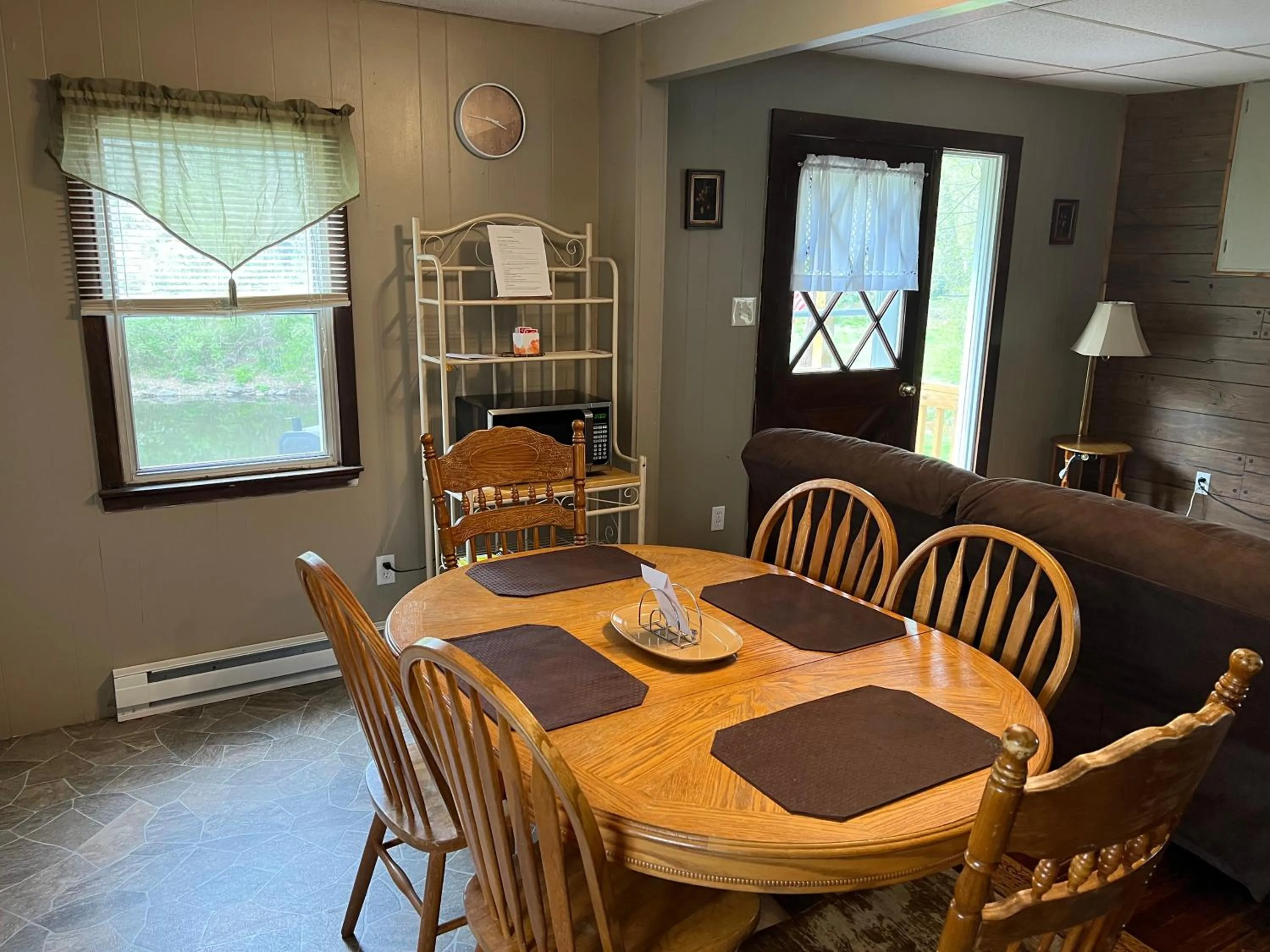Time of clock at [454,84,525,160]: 3:46
